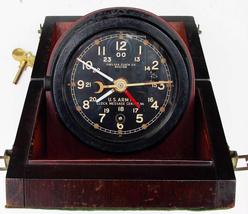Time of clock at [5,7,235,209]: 7:50
